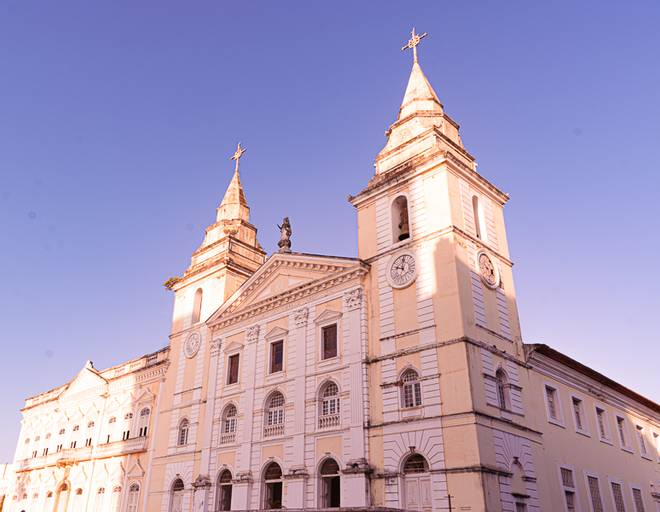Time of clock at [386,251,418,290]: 11:46
